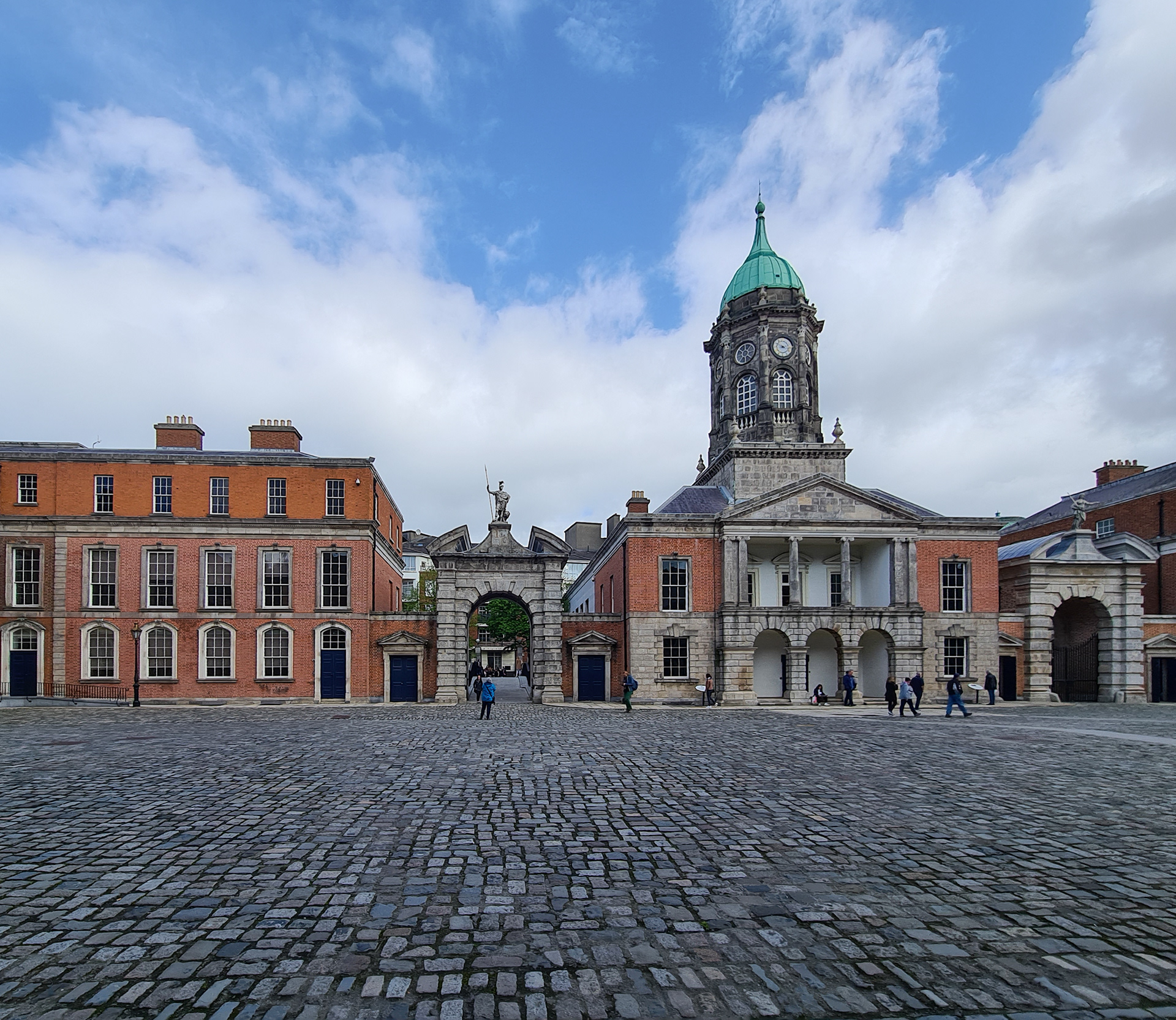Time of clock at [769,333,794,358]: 8:49
